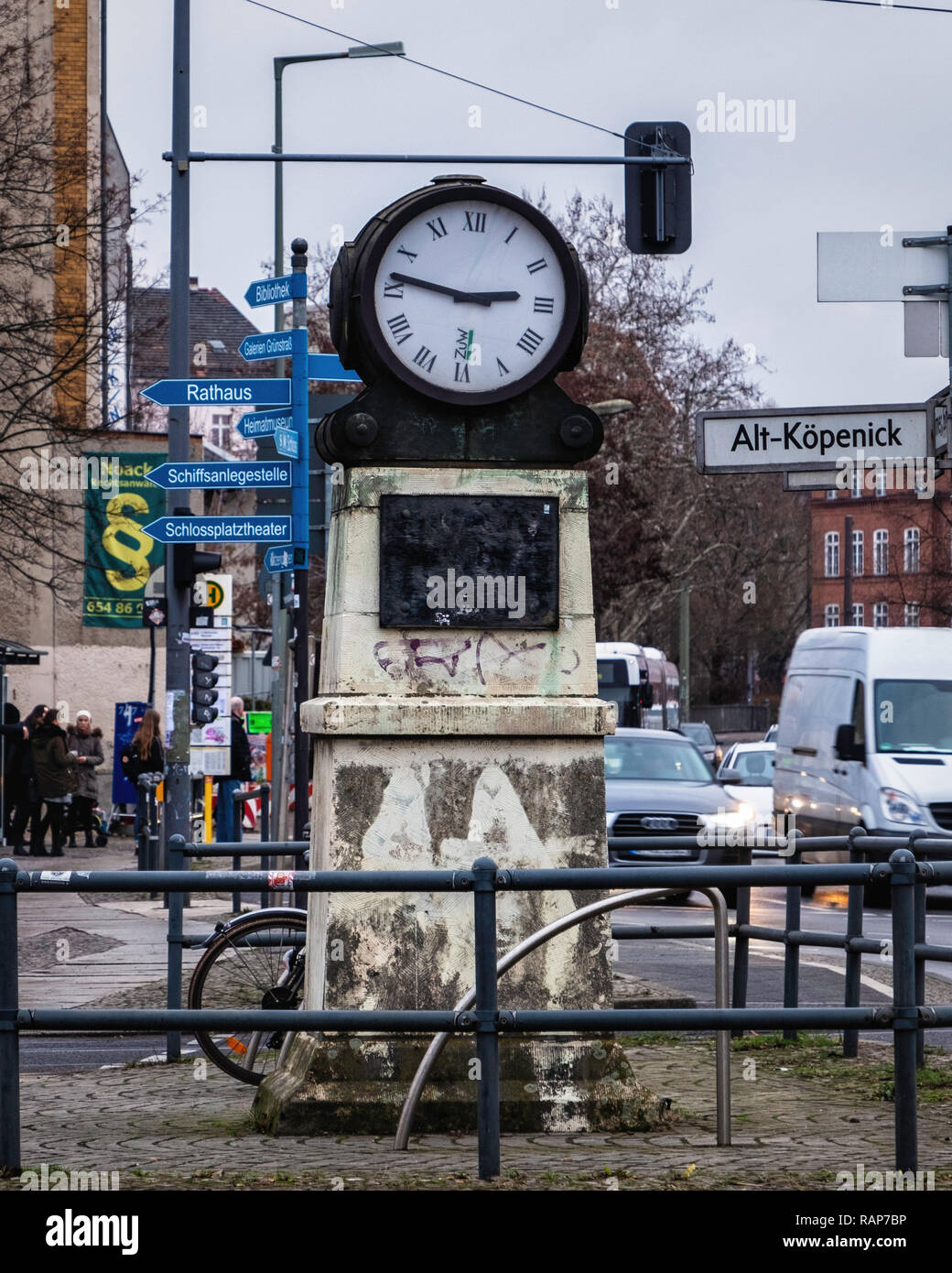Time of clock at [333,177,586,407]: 2:46
